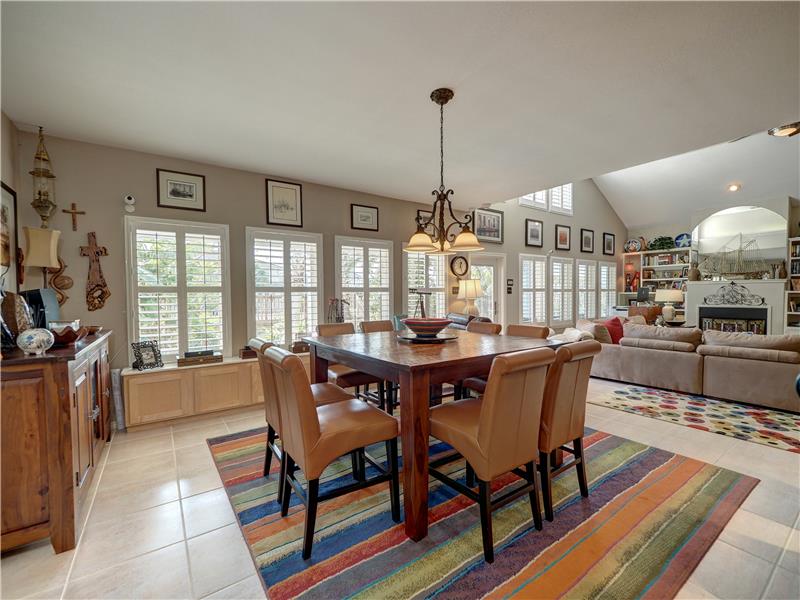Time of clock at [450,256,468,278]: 12:26
